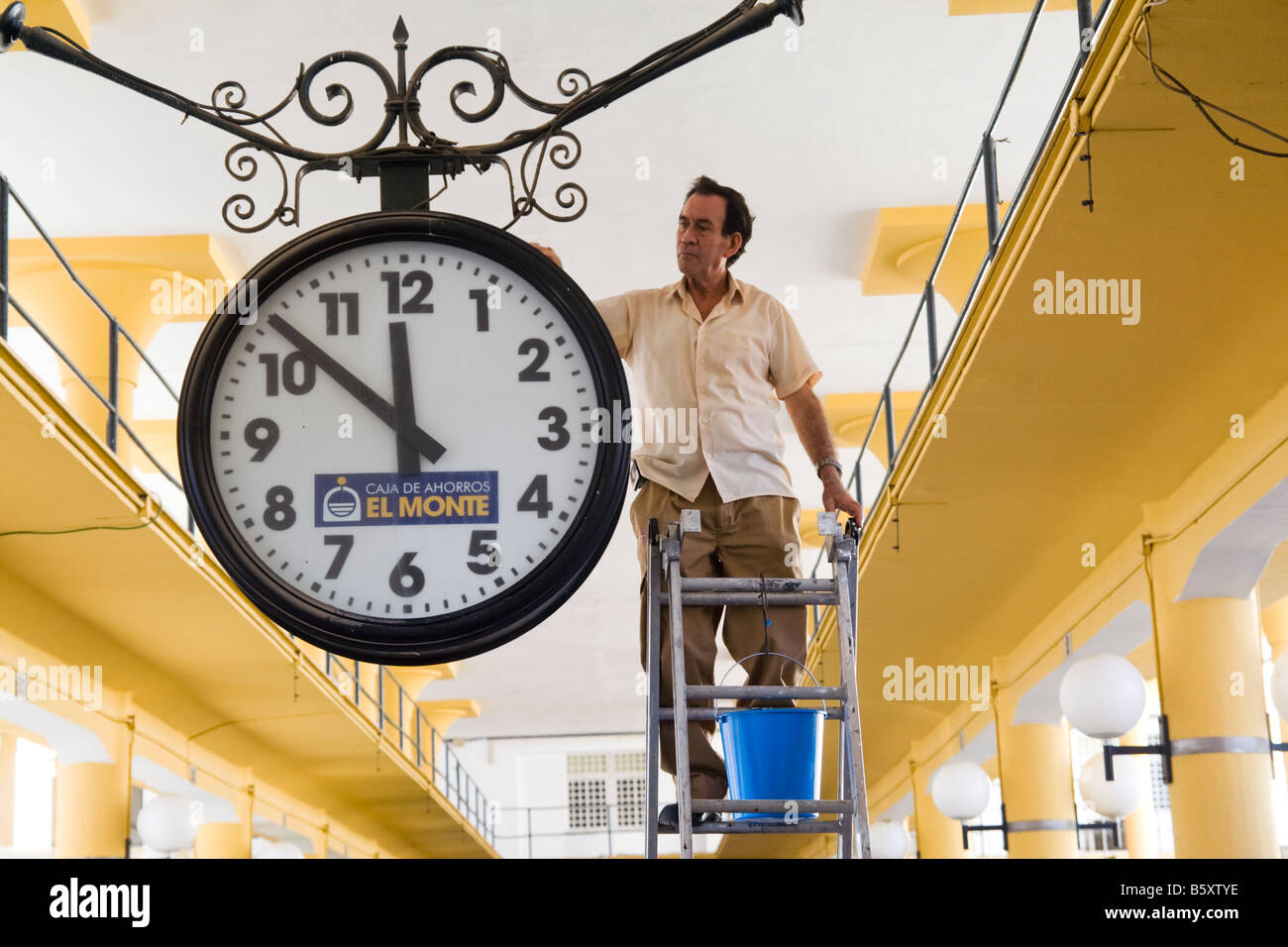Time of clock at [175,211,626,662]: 11:51
